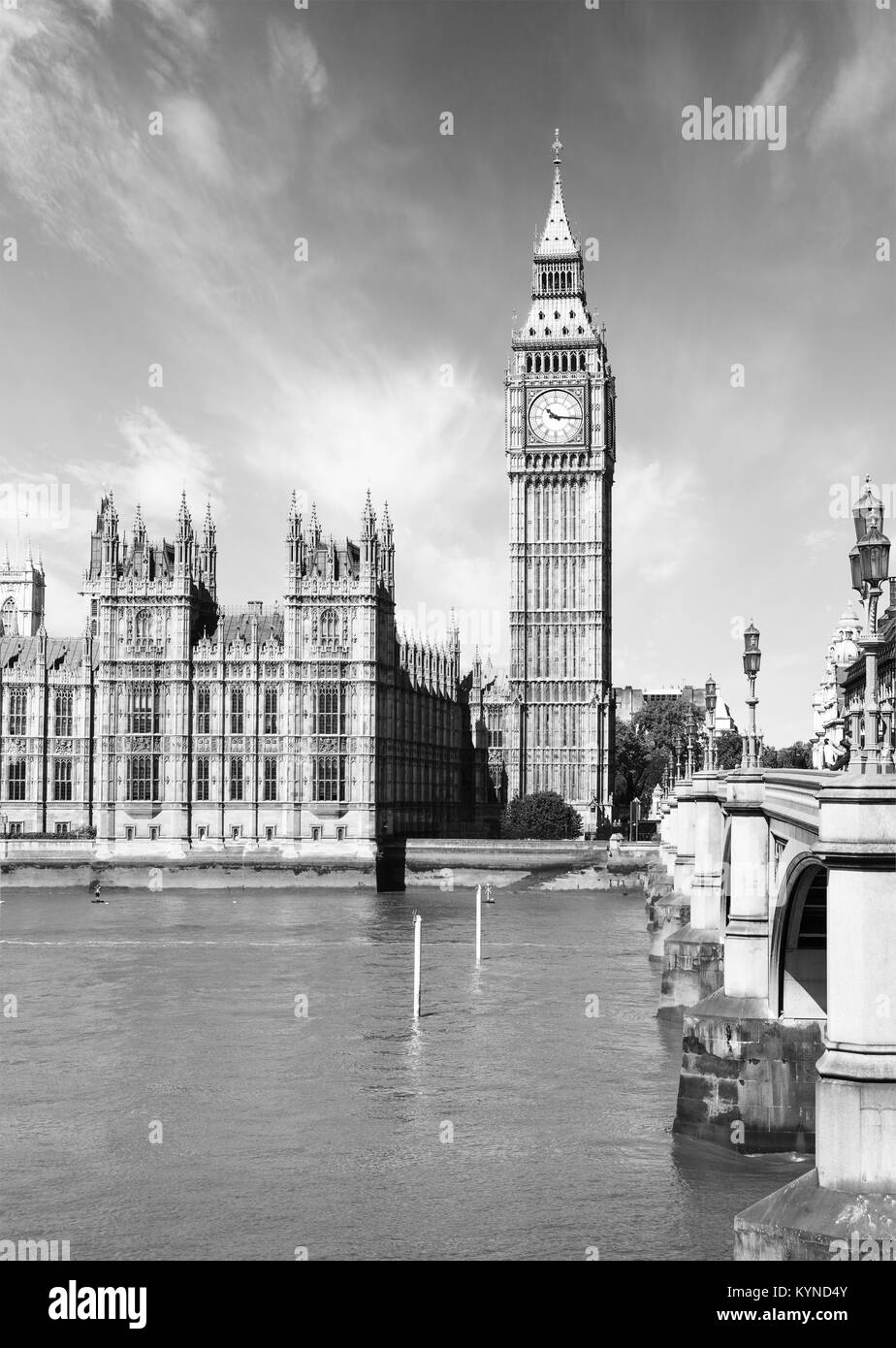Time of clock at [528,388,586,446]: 10:15
